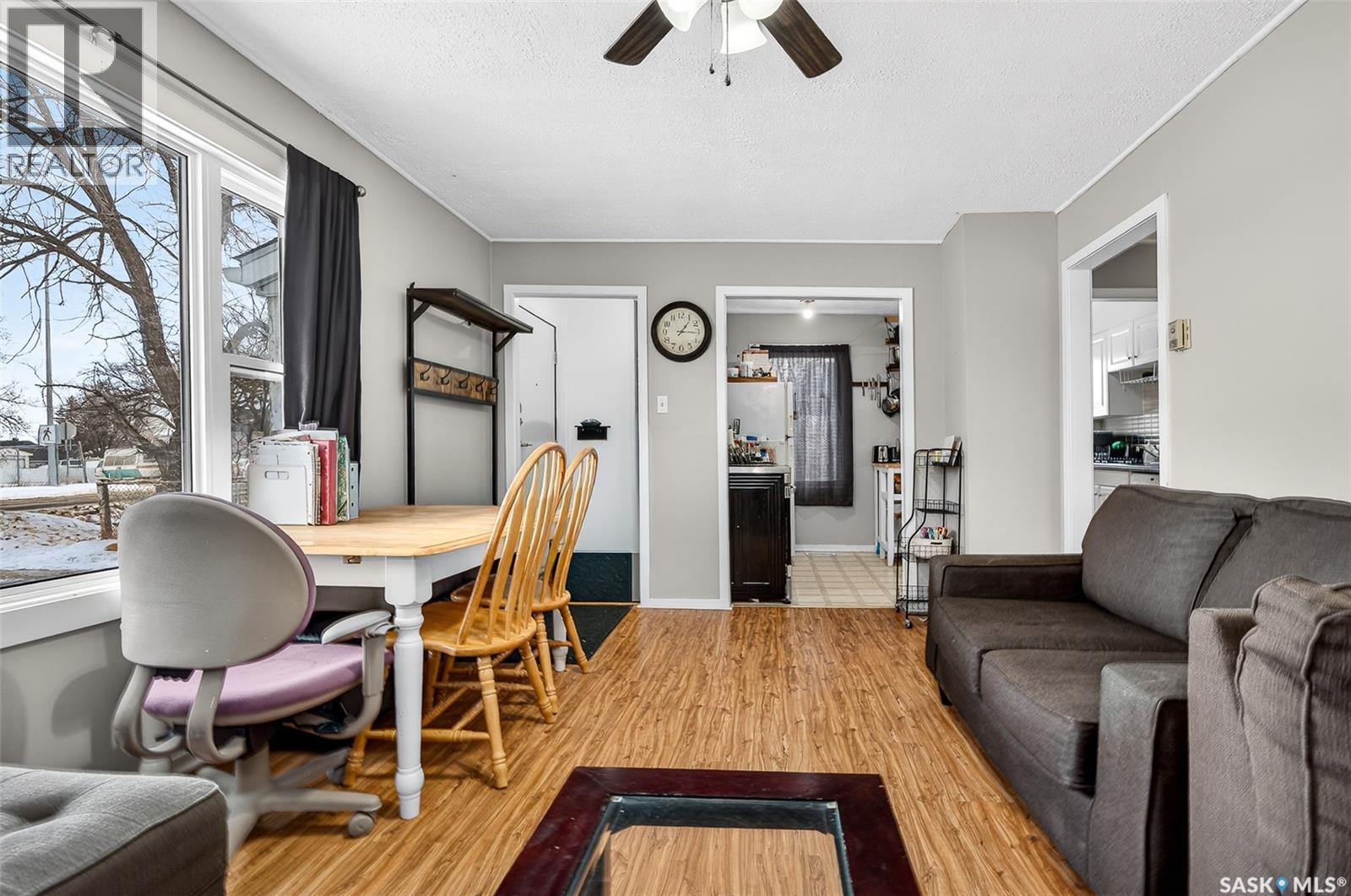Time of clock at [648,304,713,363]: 1:15
